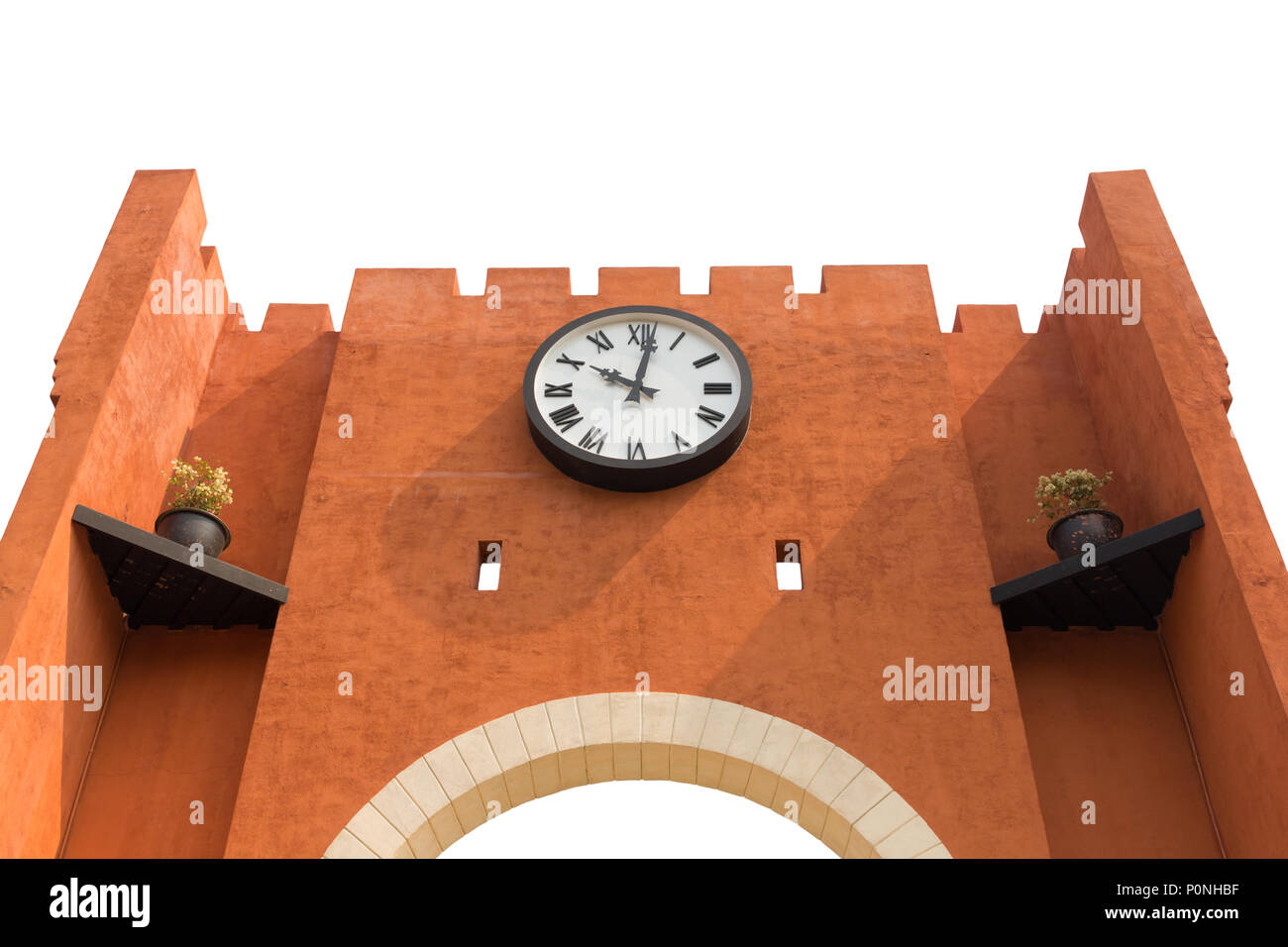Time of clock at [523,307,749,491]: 10:01
